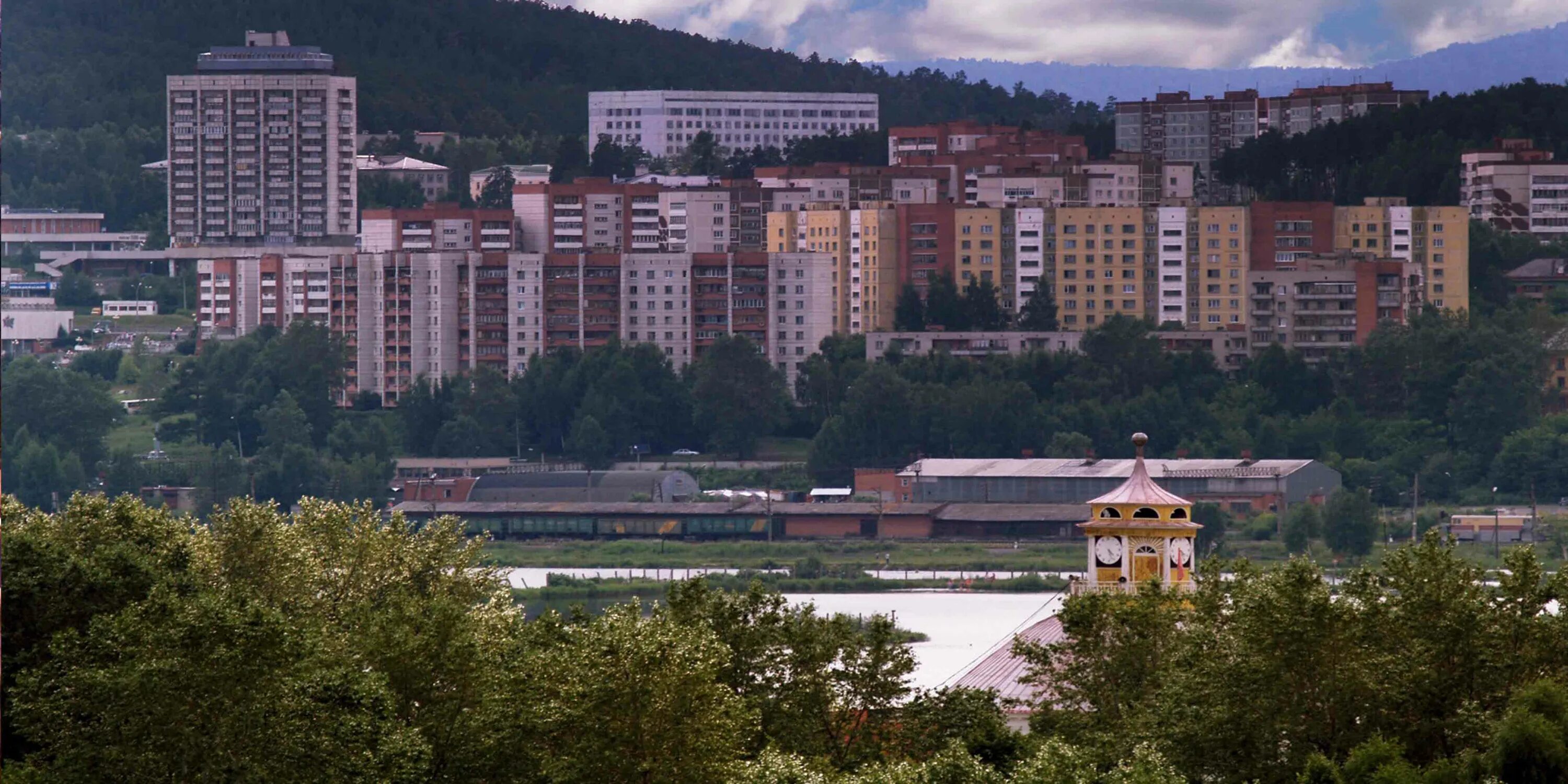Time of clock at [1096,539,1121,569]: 4:26
